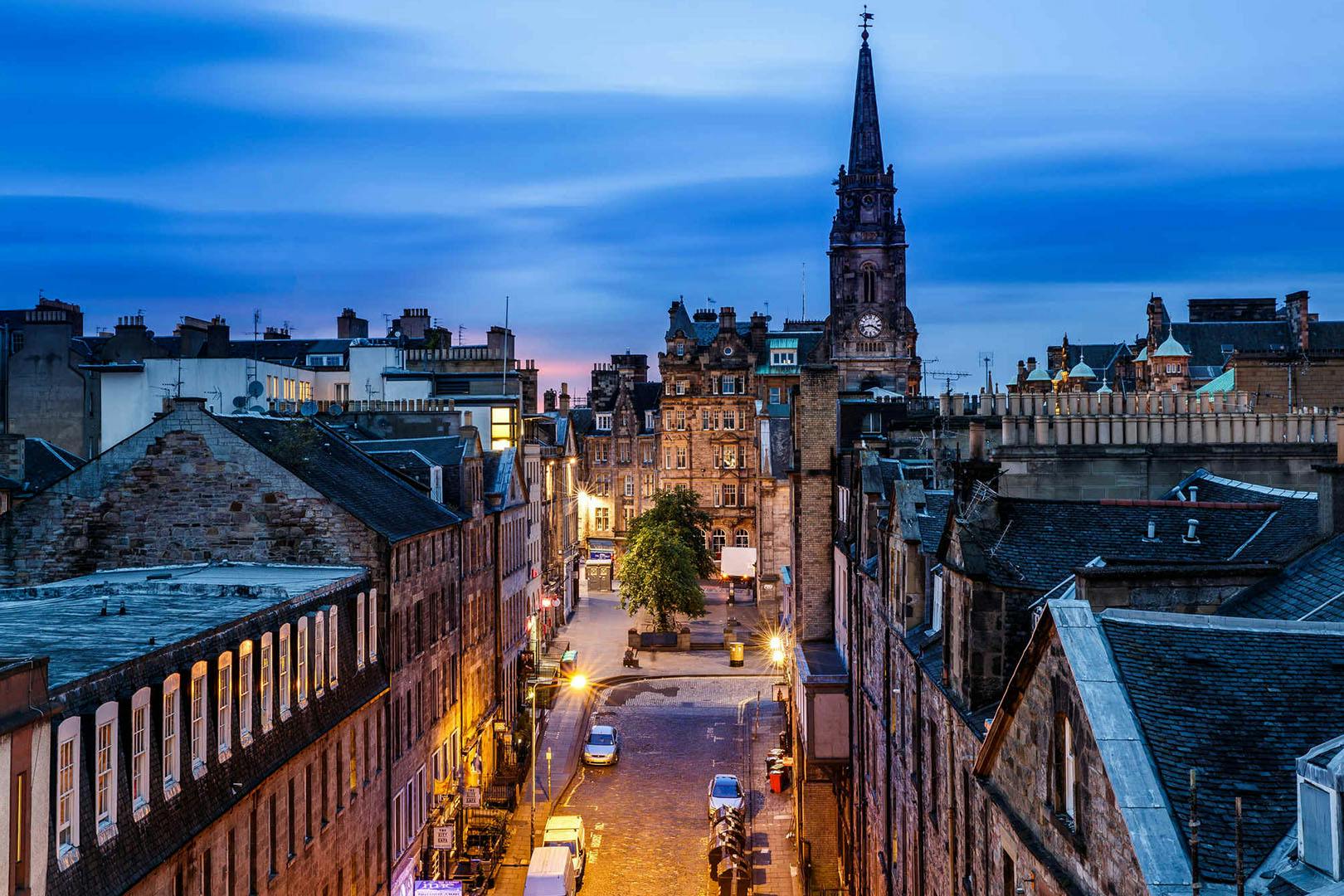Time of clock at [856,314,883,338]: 3:42
